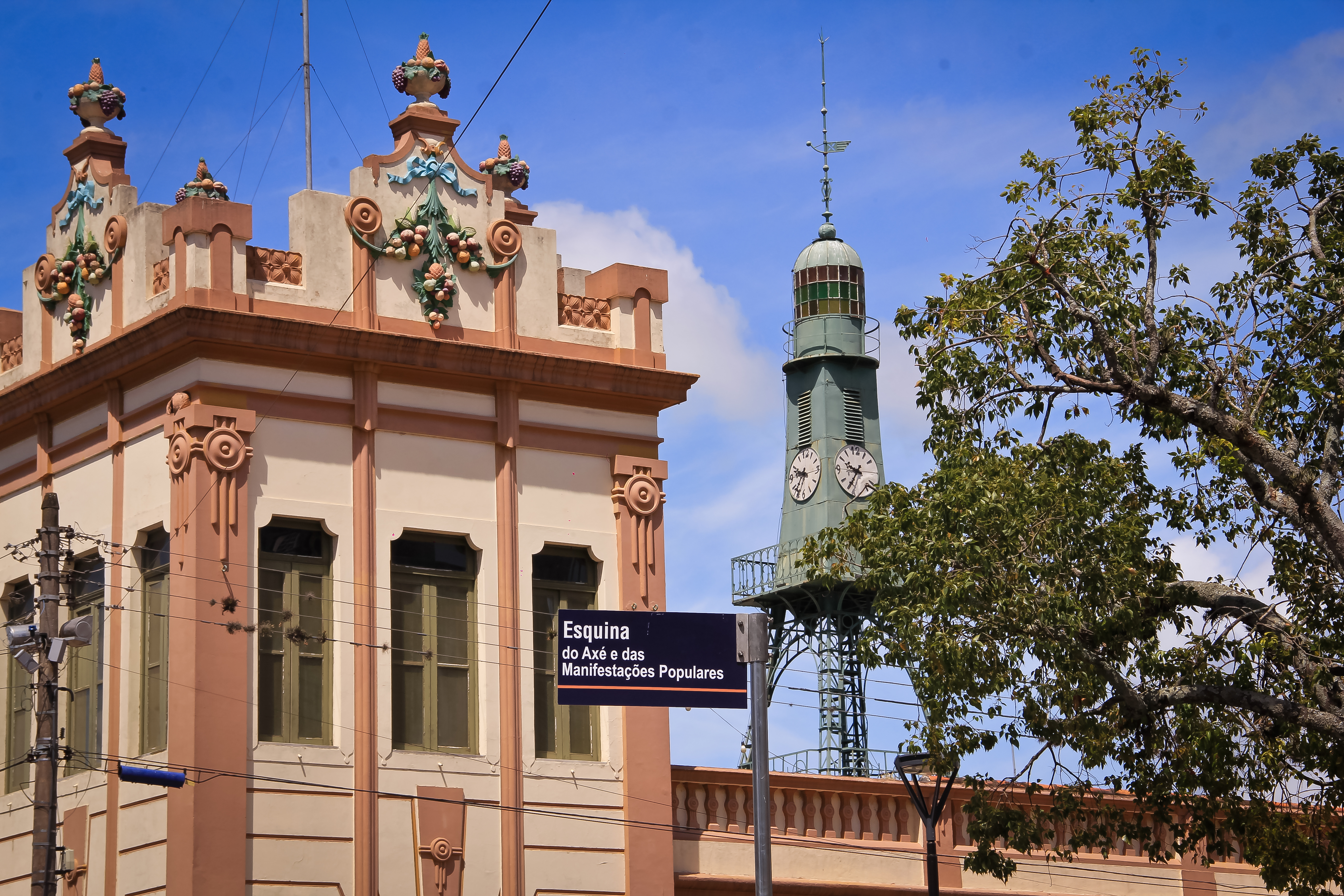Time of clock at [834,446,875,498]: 9:35
